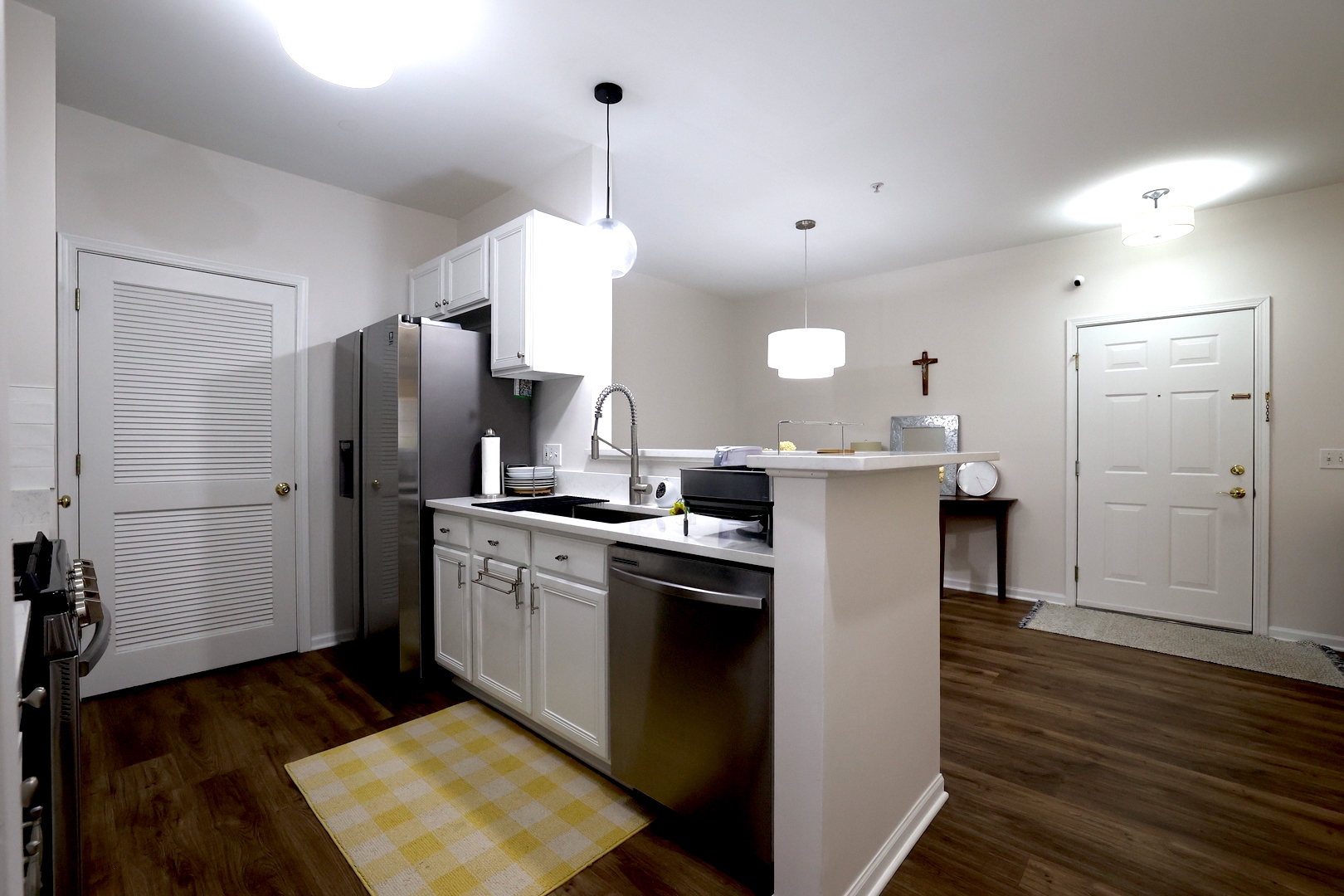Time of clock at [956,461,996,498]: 3:25
